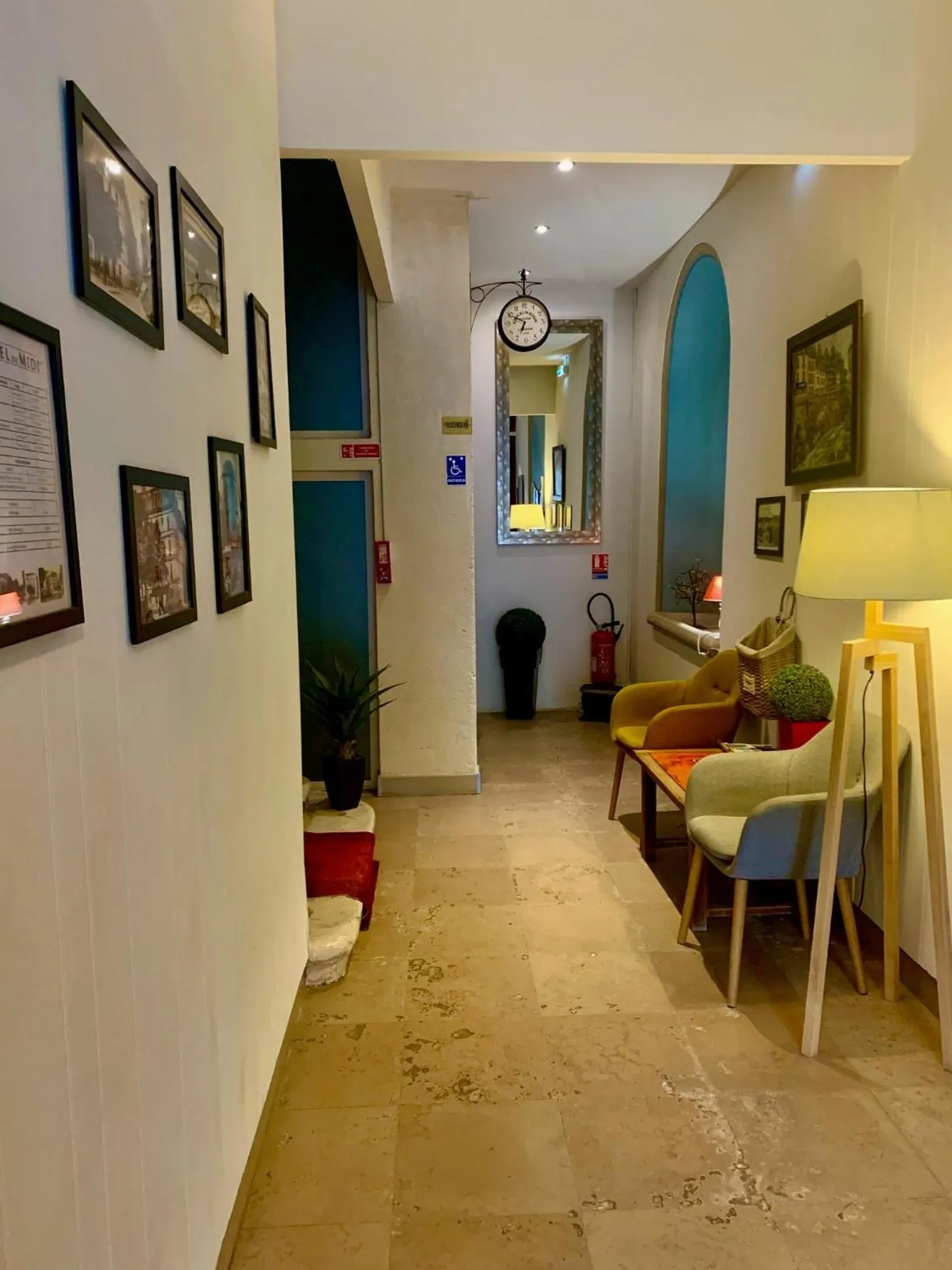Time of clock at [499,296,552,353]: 6:48
